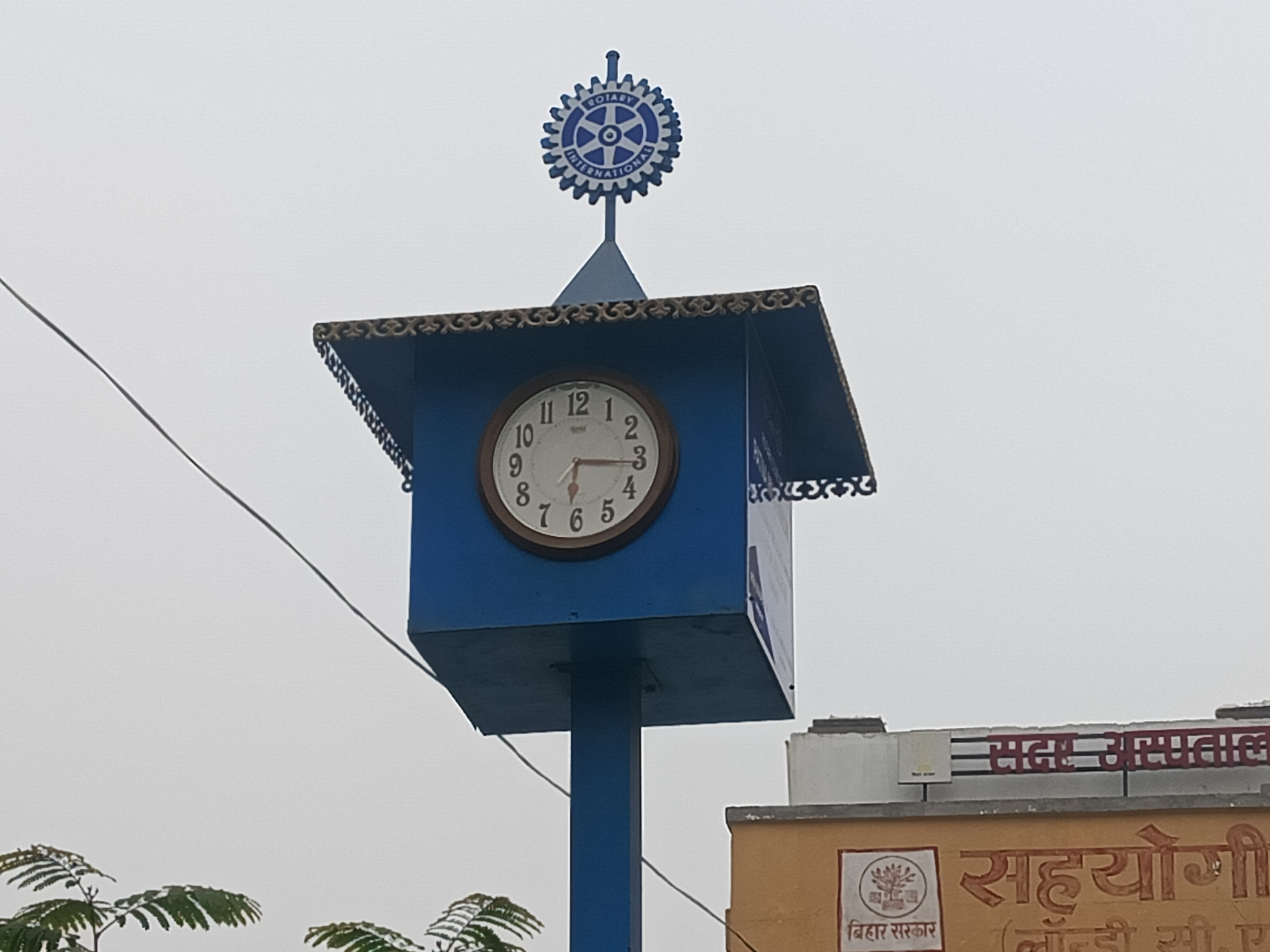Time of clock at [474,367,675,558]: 6:15
